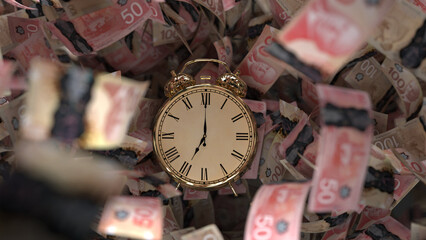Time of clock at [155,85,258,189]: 7:00
